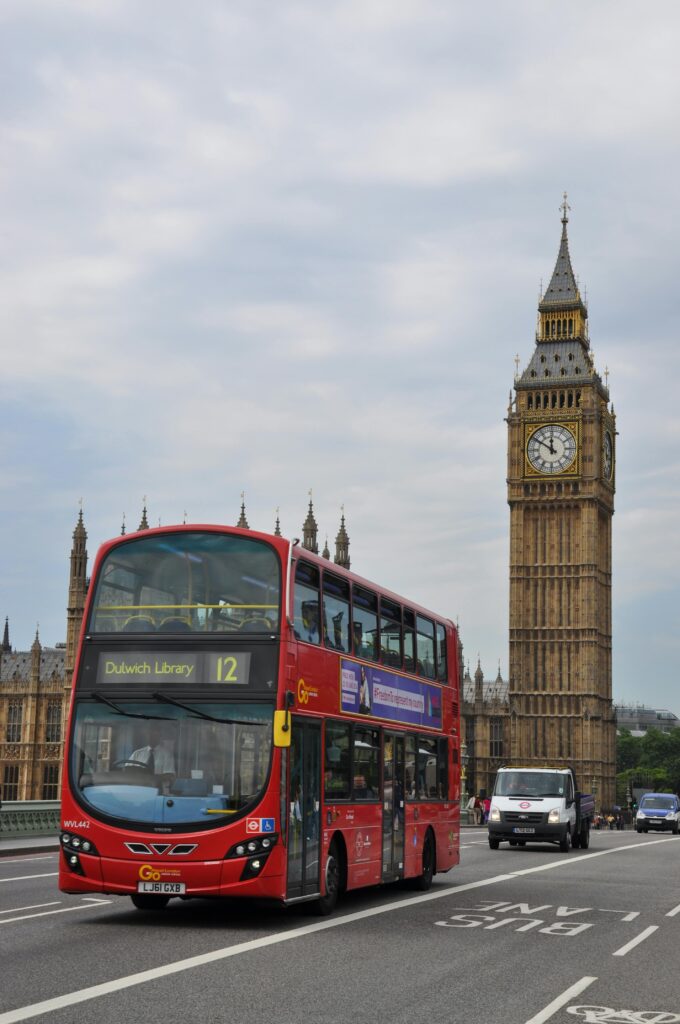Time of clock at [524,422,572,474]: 11:50
